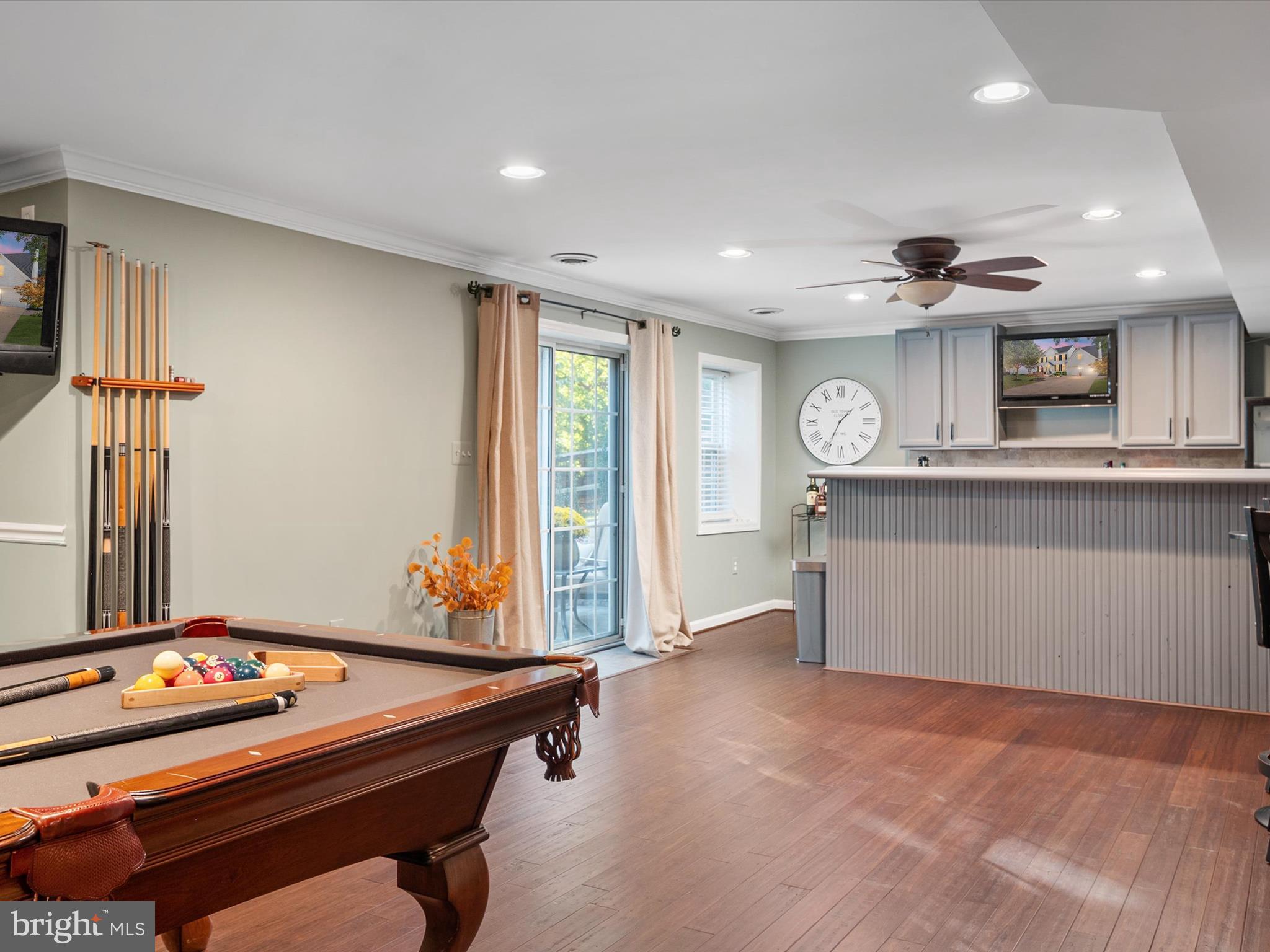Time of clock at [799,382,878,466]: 1:34
